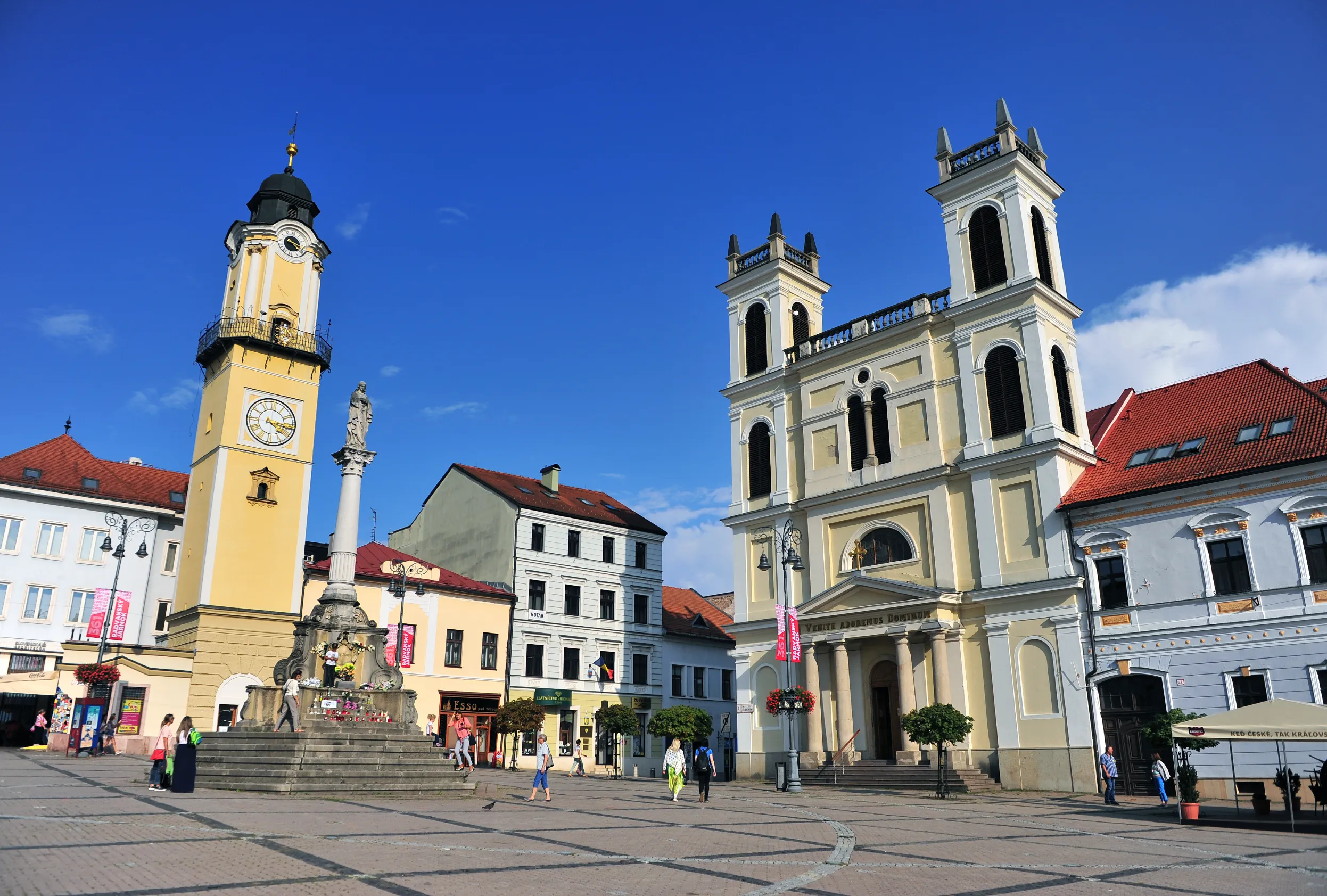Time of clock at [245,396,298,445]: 4:16
